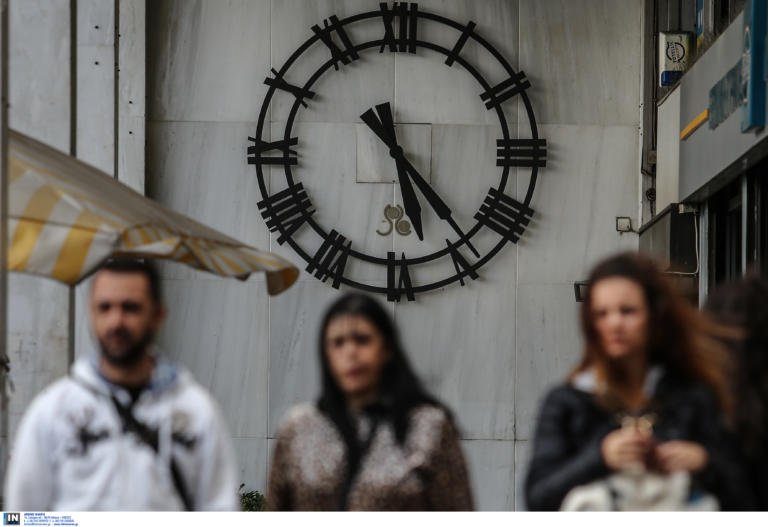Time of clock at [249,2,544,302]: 5:23
